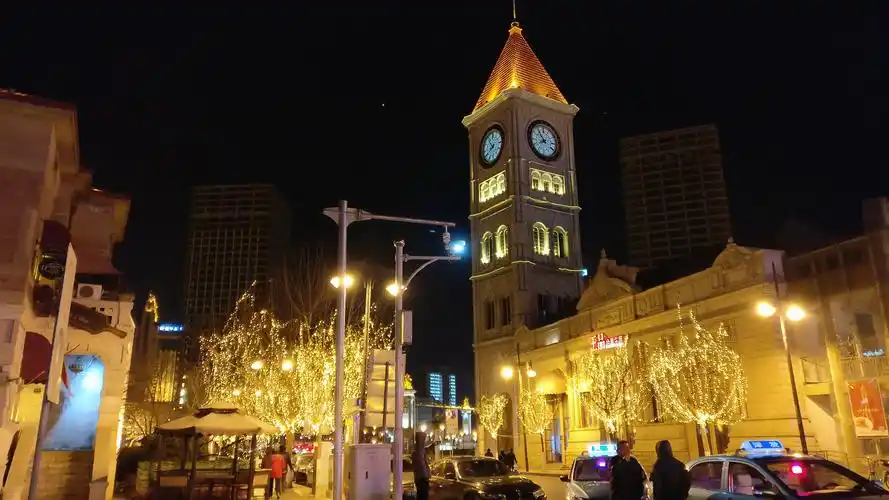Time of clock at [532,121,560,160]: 7:53
